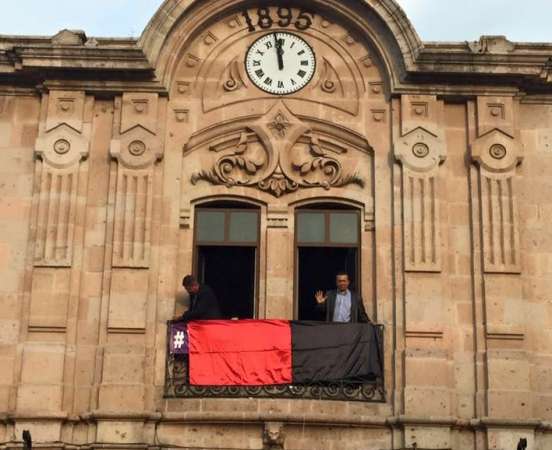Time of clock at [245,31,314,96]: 11:58
